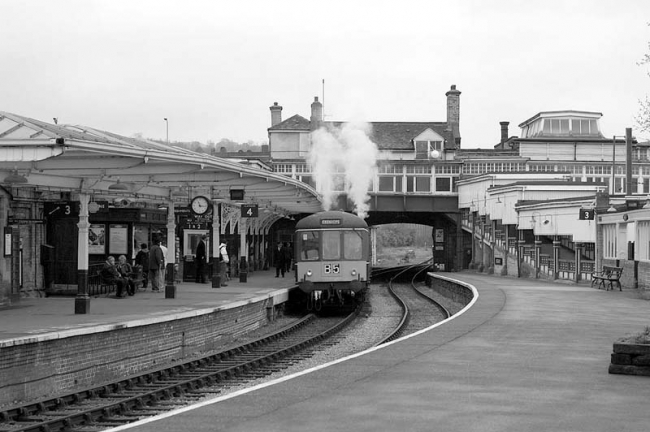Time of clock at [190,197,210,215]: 11:16
